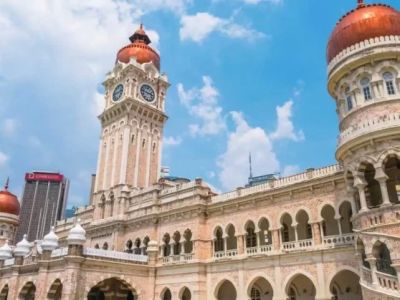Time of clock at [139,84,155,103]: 2:46
